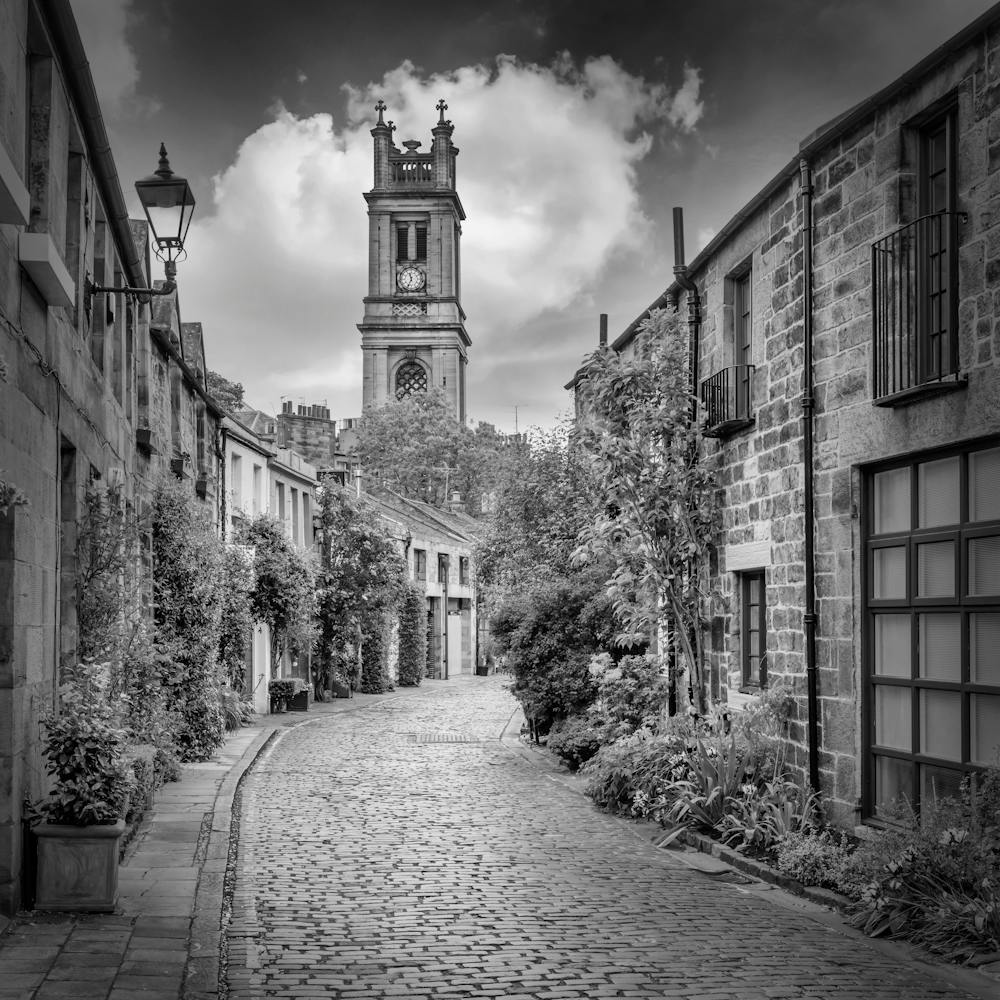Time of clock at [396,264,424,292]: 11:33
